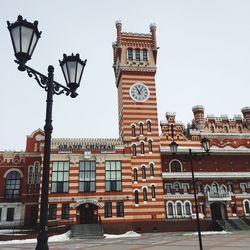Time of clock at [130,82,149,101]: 11:04
